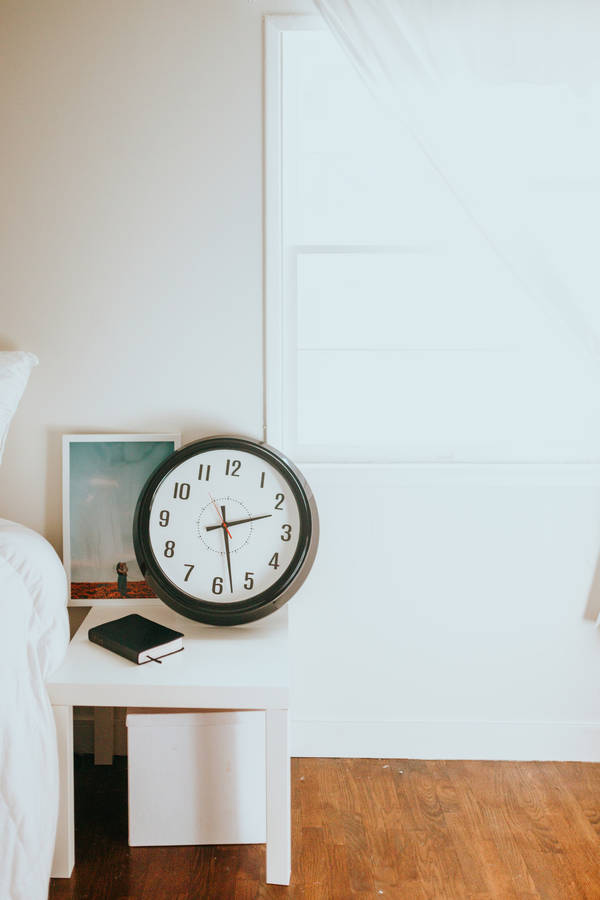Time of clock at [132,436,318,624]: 2:27
